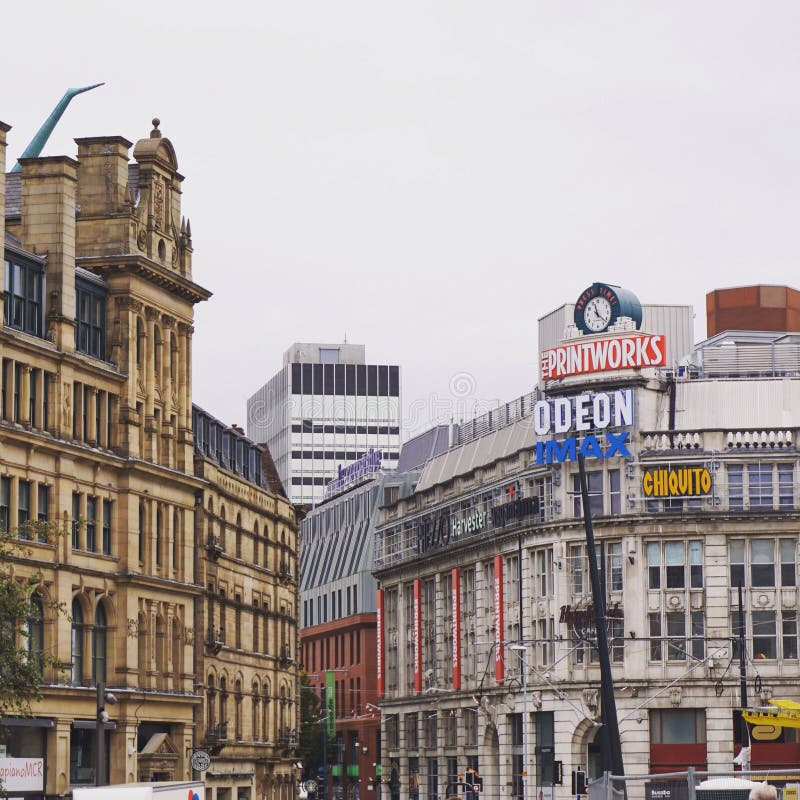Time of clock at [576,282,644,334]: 11:21
